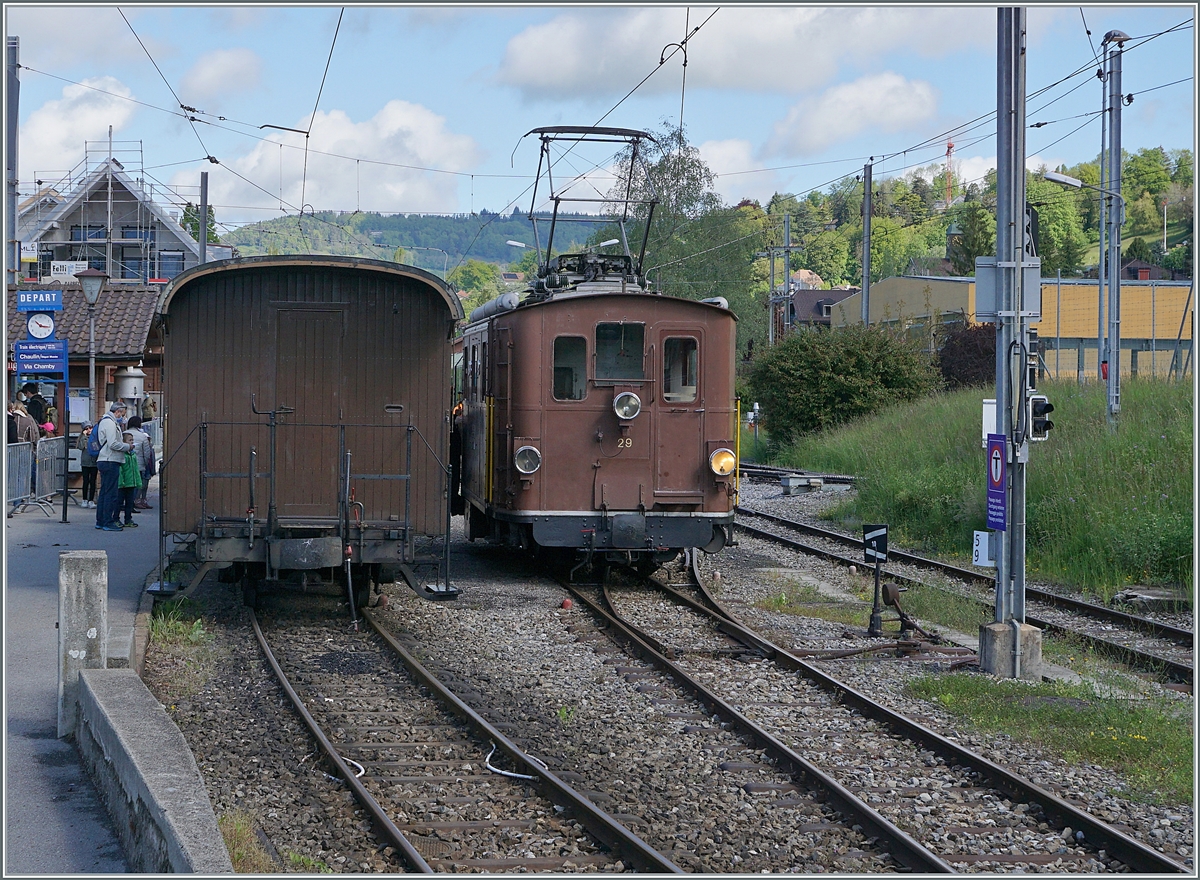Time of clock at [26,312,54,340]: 10:16
